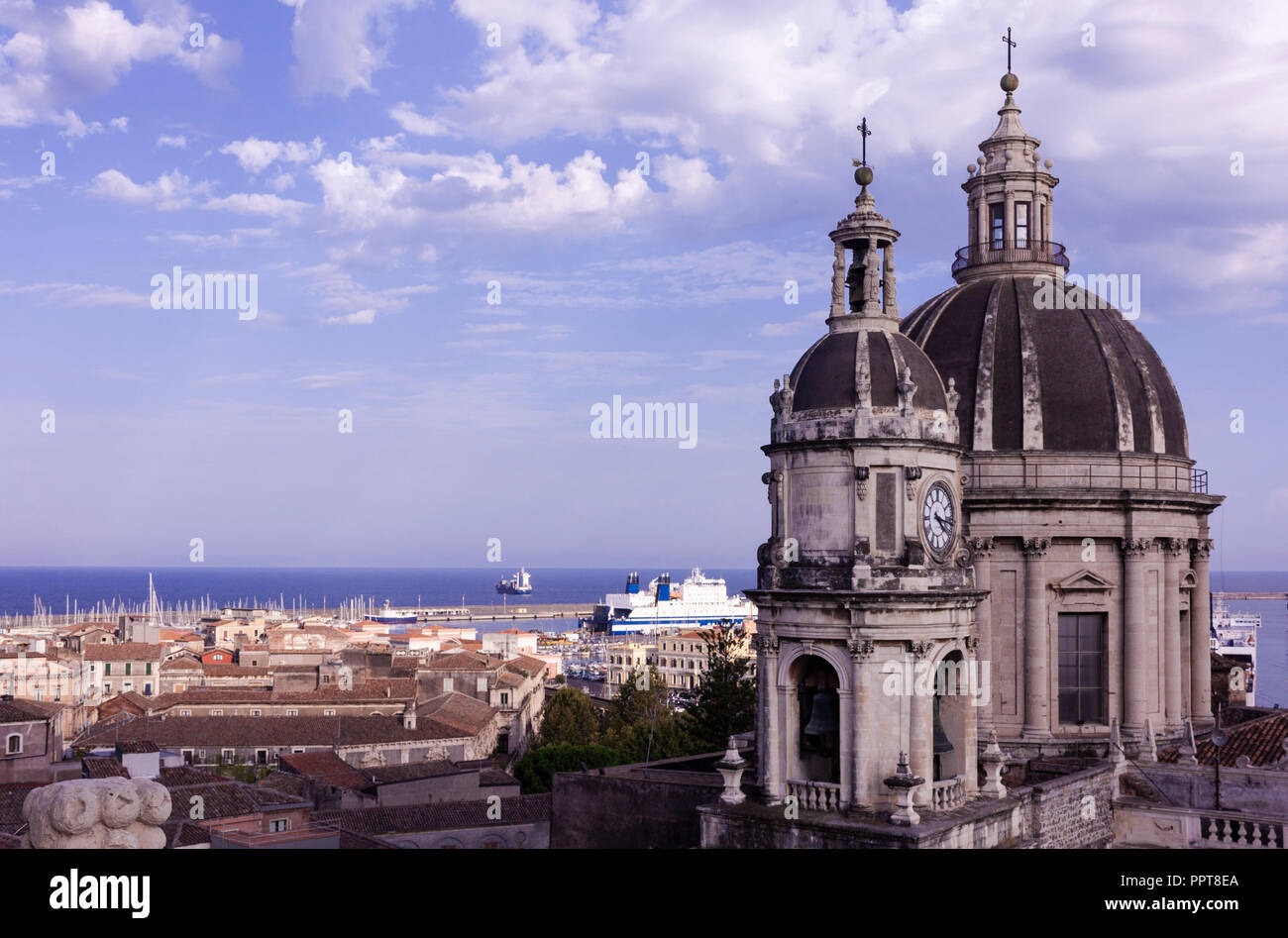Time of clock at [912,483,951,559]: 4:16
